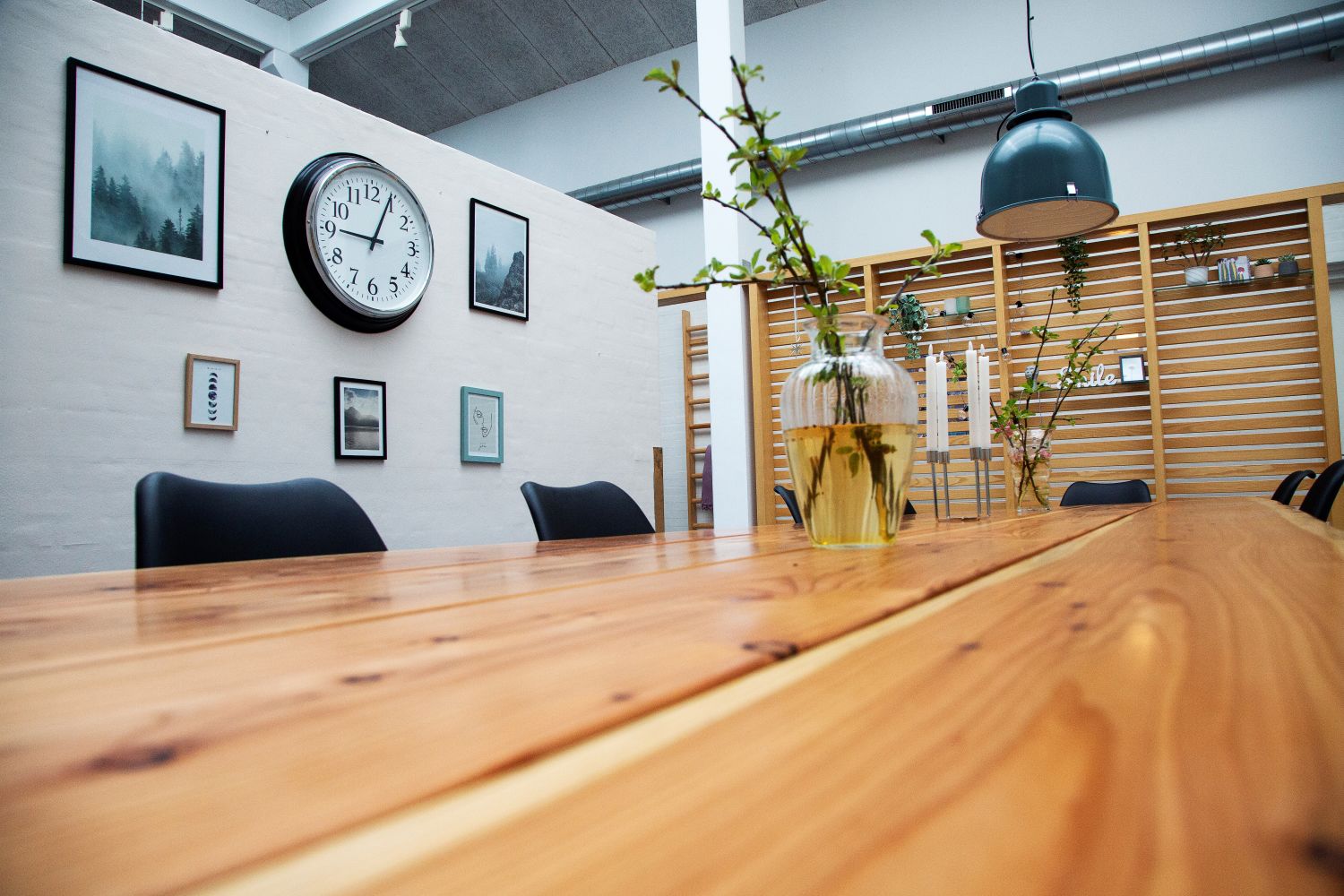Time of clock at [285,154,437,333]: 9:04
